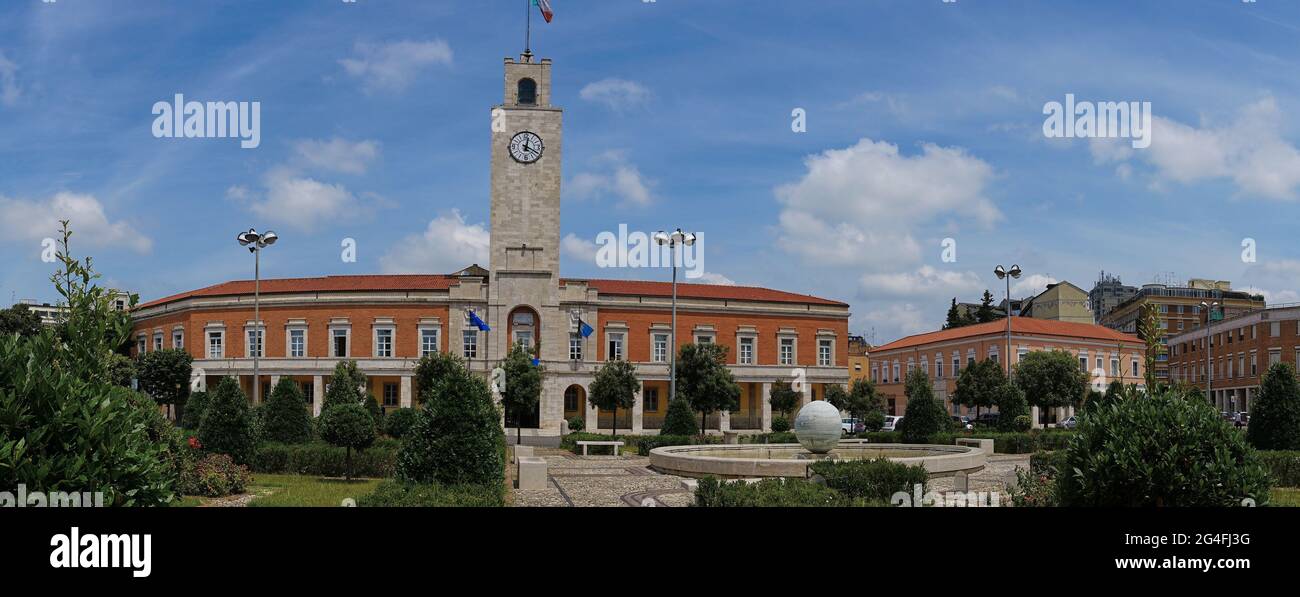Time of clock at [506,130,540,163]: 12:19
